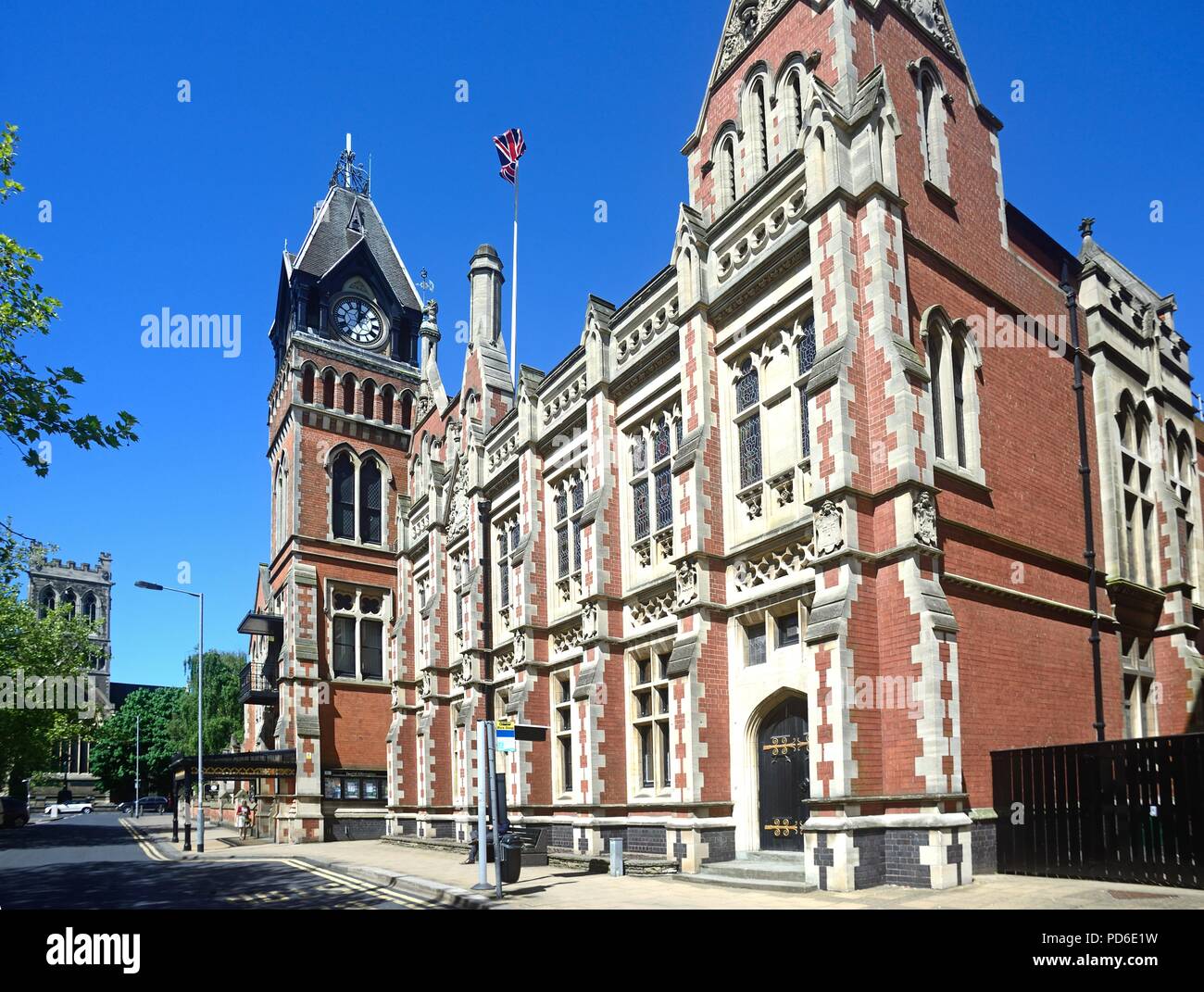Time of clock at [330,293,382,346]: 12:05
